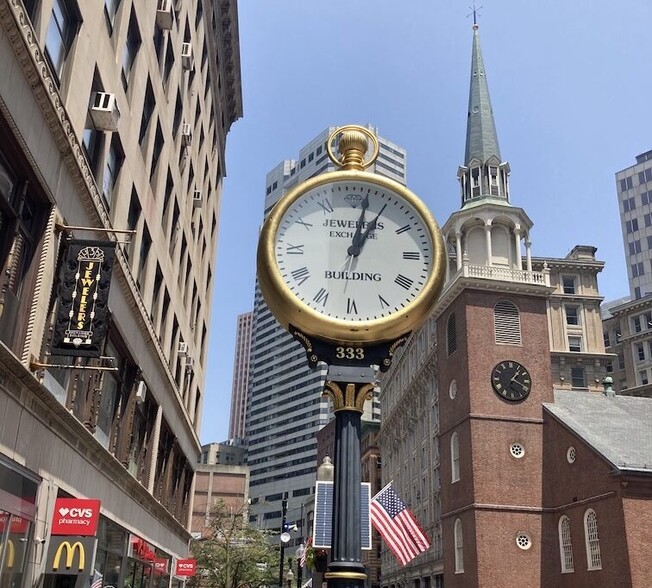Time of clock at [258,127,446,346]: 1:02
